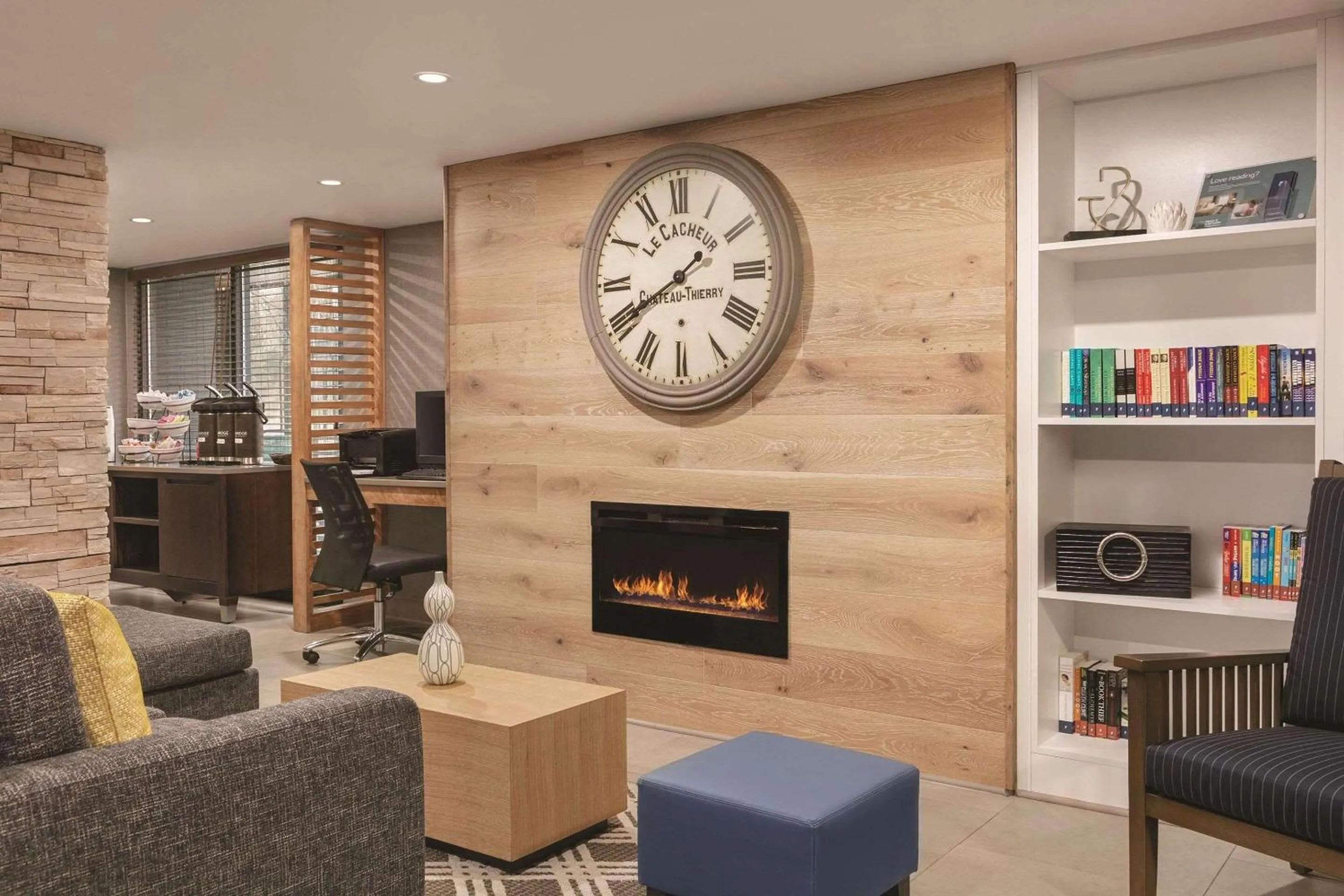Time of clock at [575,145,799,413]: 1:40
